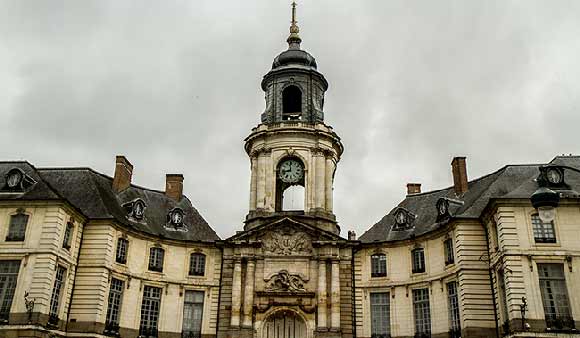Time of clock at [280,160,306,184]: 11:42
